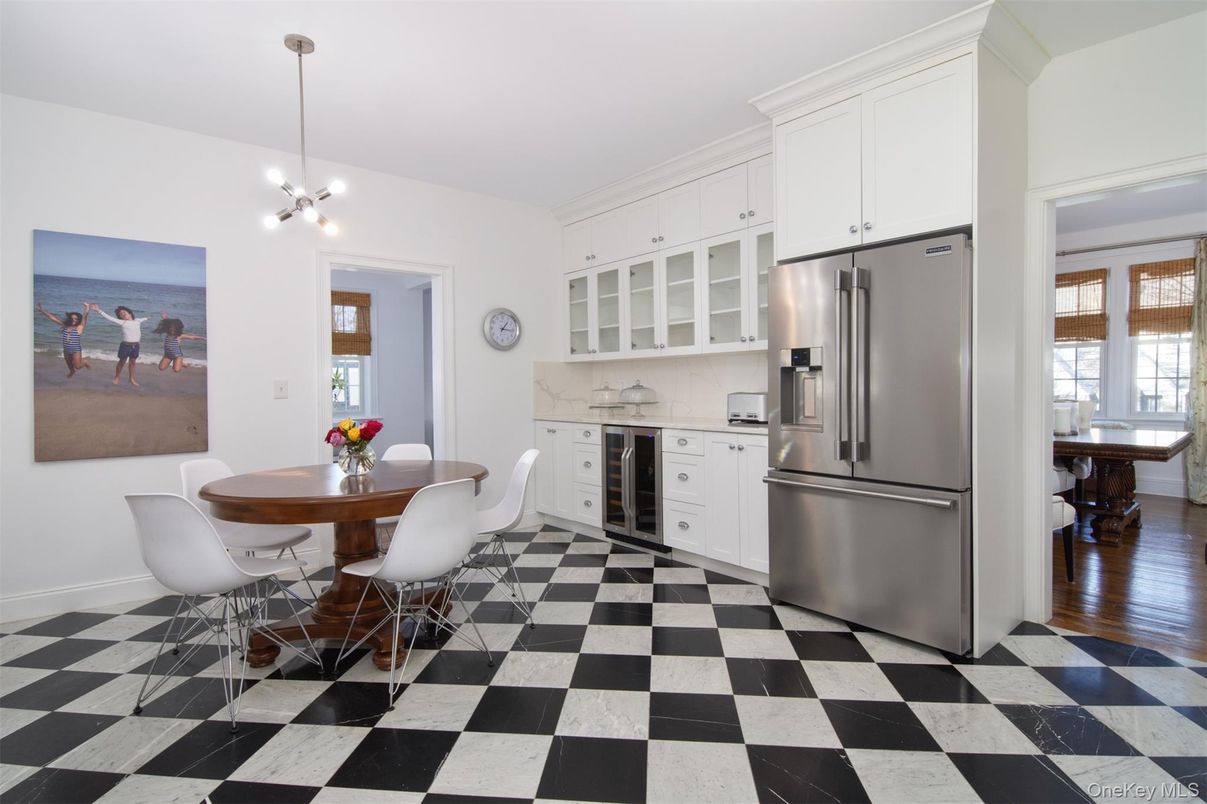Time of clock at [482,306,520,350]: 1:16
